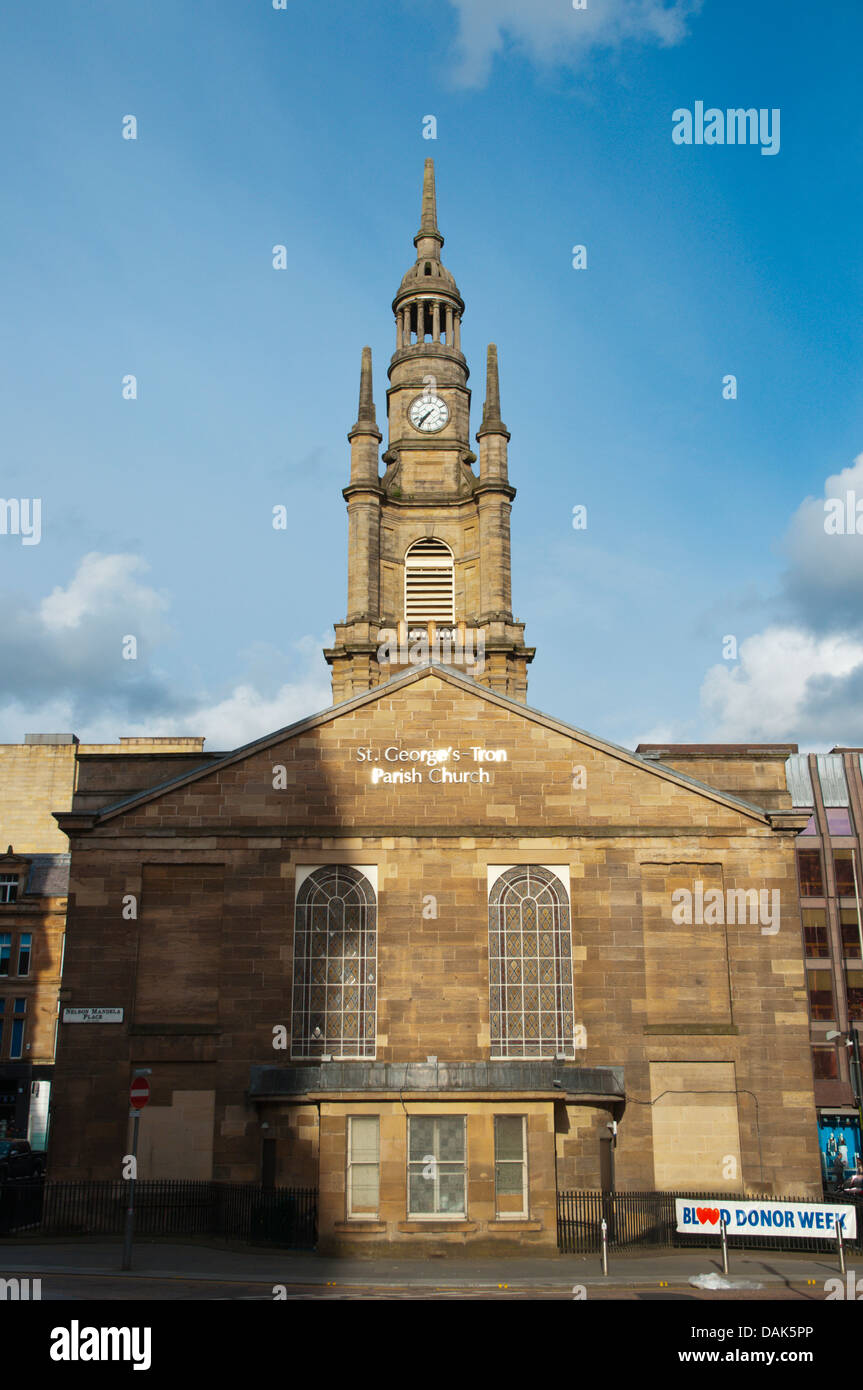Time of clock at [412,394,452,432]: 7:36
